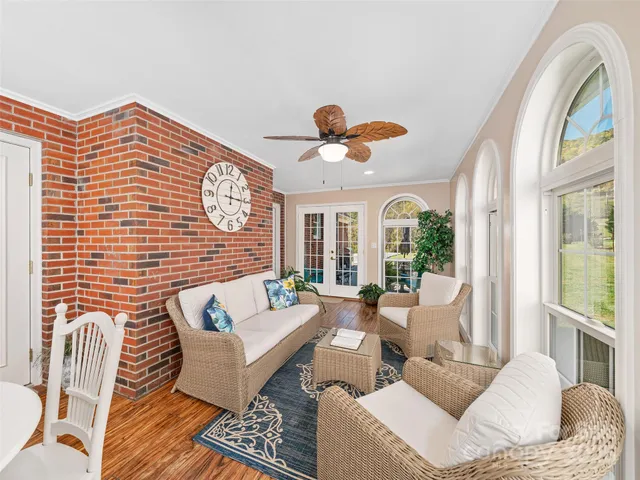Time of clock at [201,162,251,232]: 12:15
